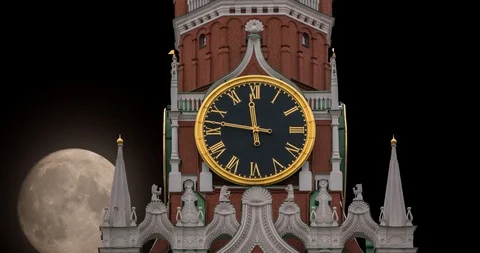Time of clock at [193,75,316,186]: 11:46
